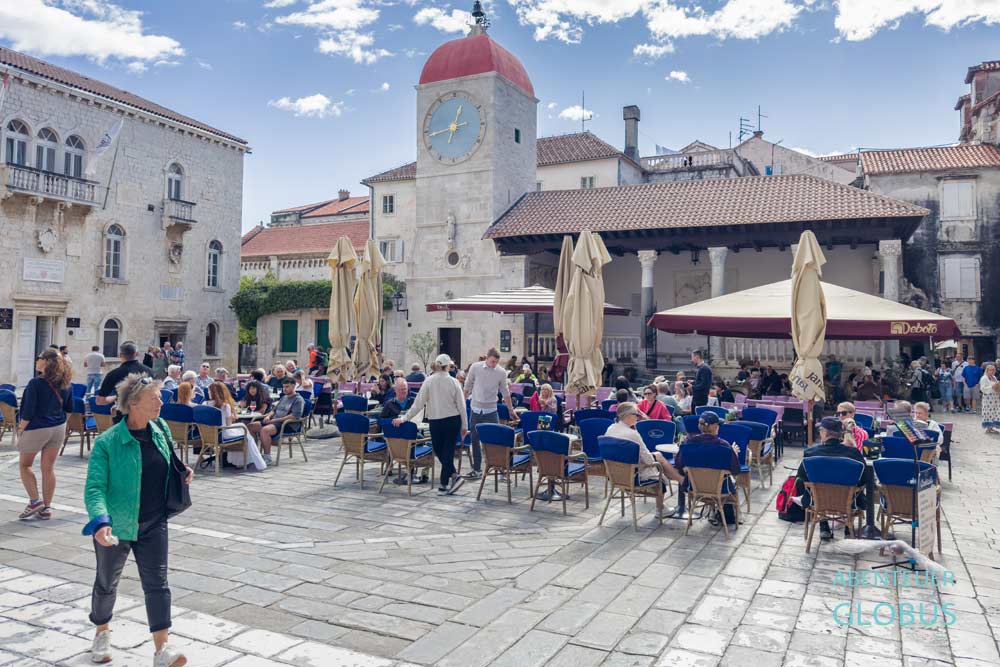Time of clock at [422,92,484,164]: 12:43
